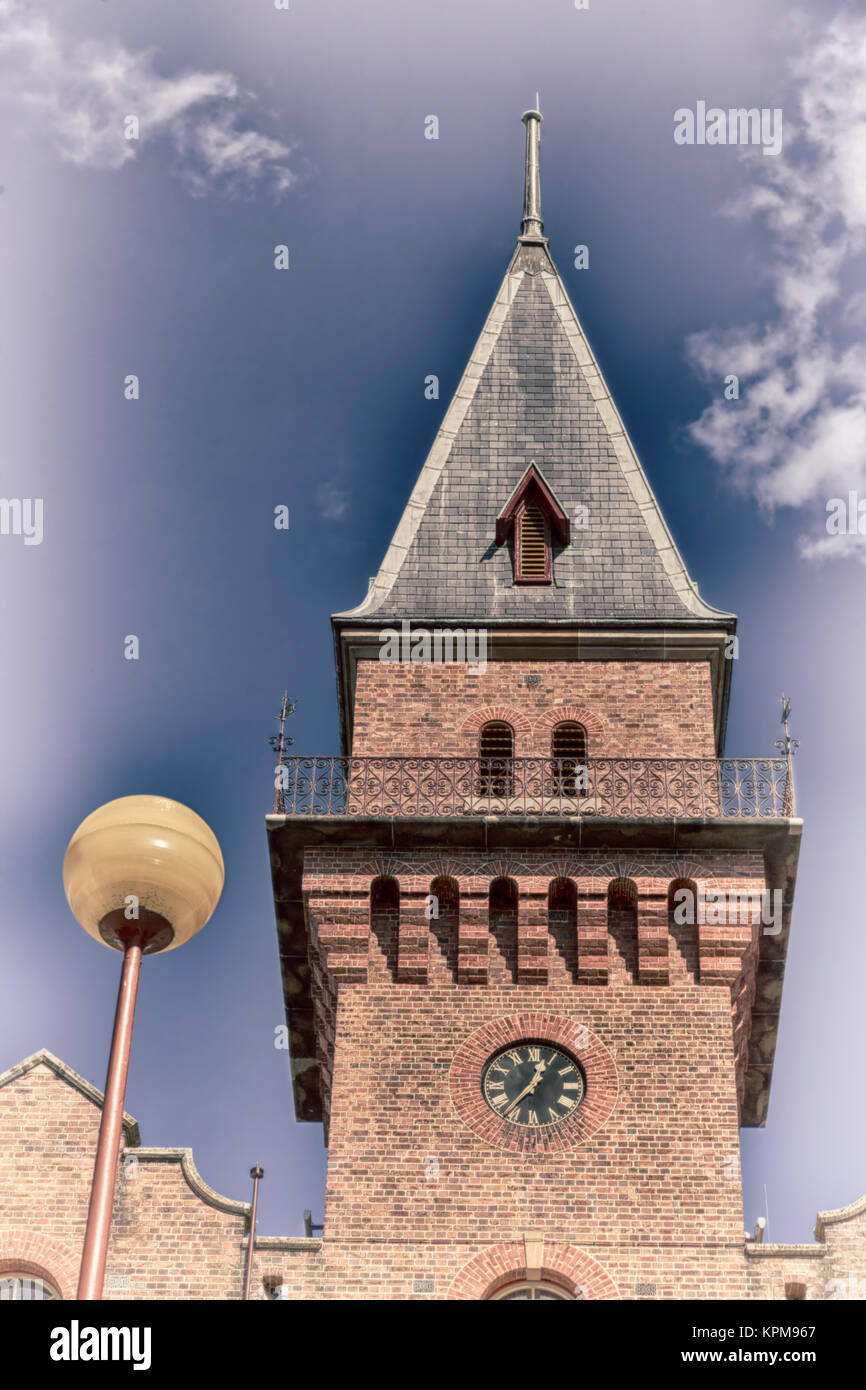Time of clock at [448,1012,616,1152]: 12:36
